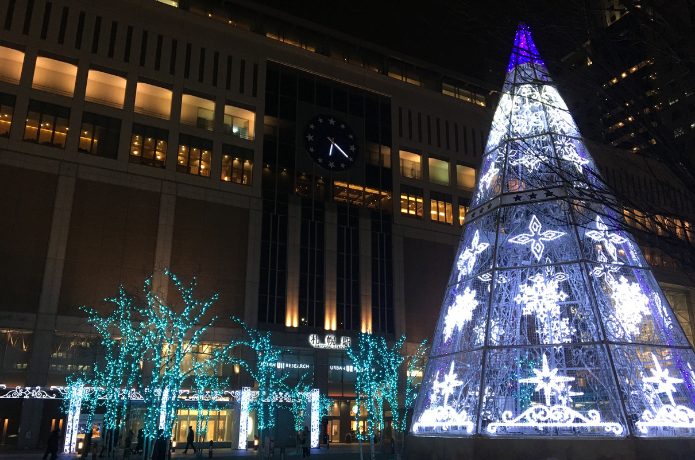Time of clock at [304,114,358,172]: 6:20
